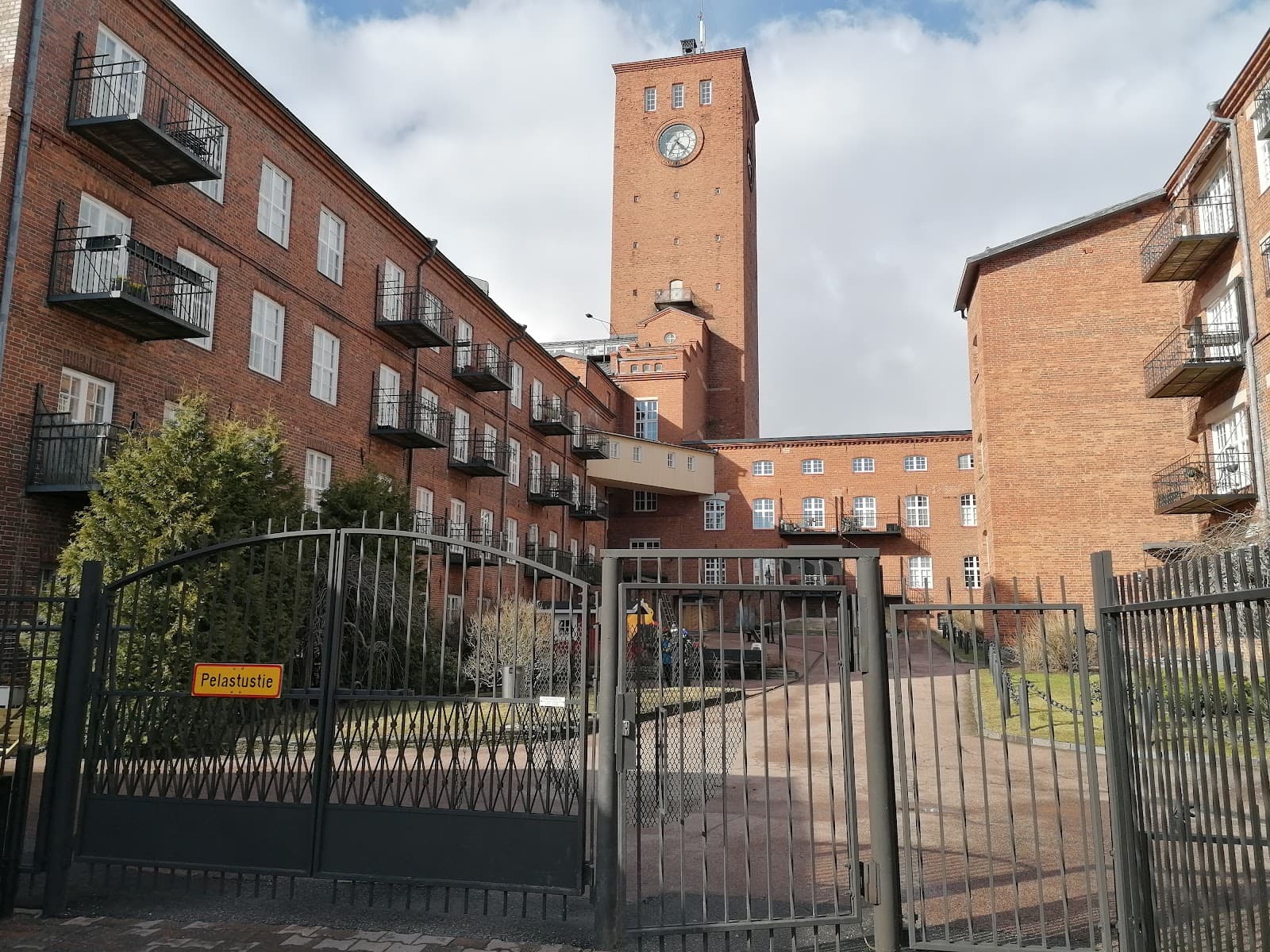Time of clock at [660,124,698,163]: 4:35
